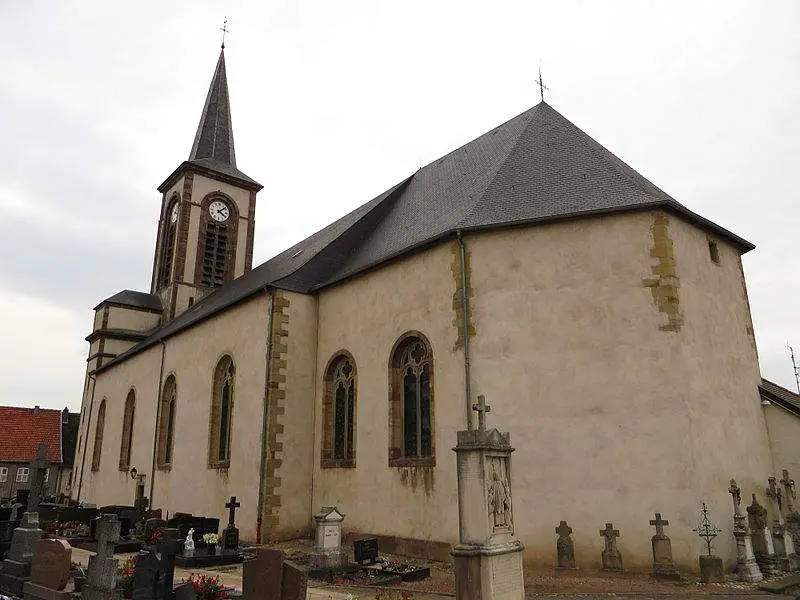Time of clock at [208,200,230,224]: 4:07
